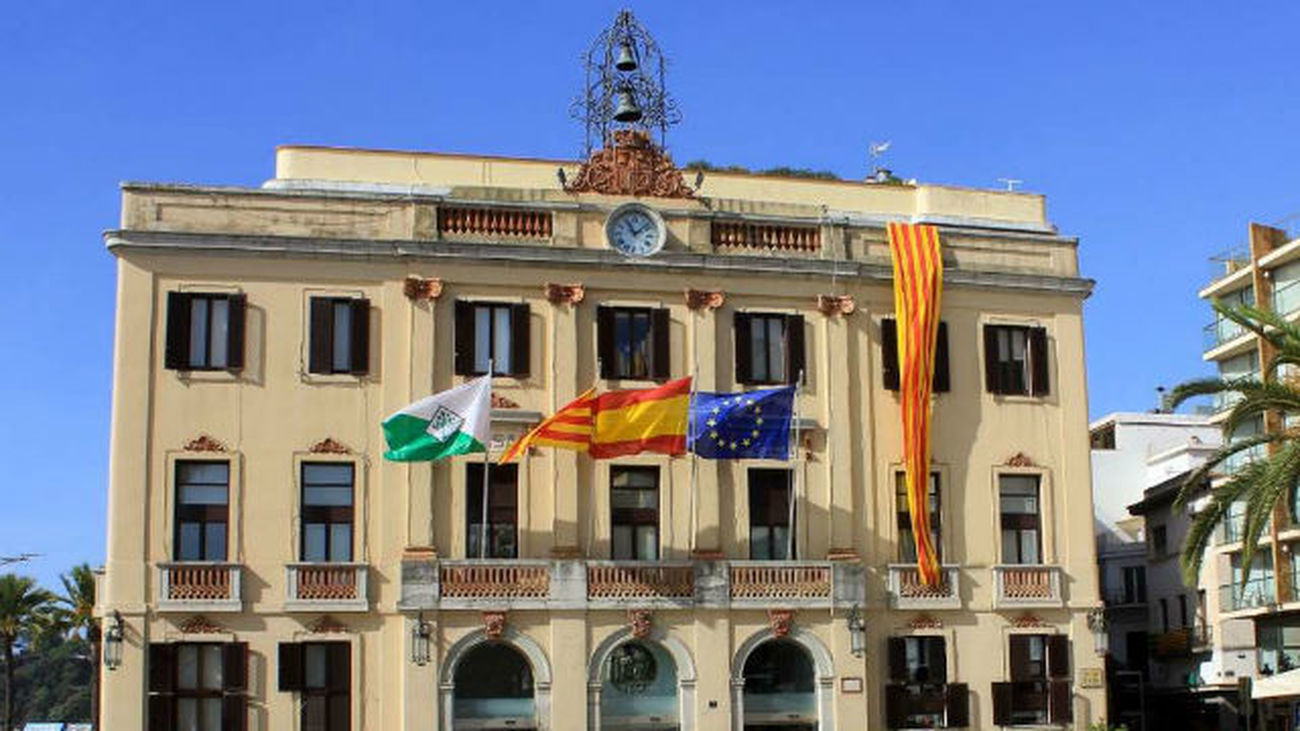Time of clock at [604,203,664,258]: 11:07
